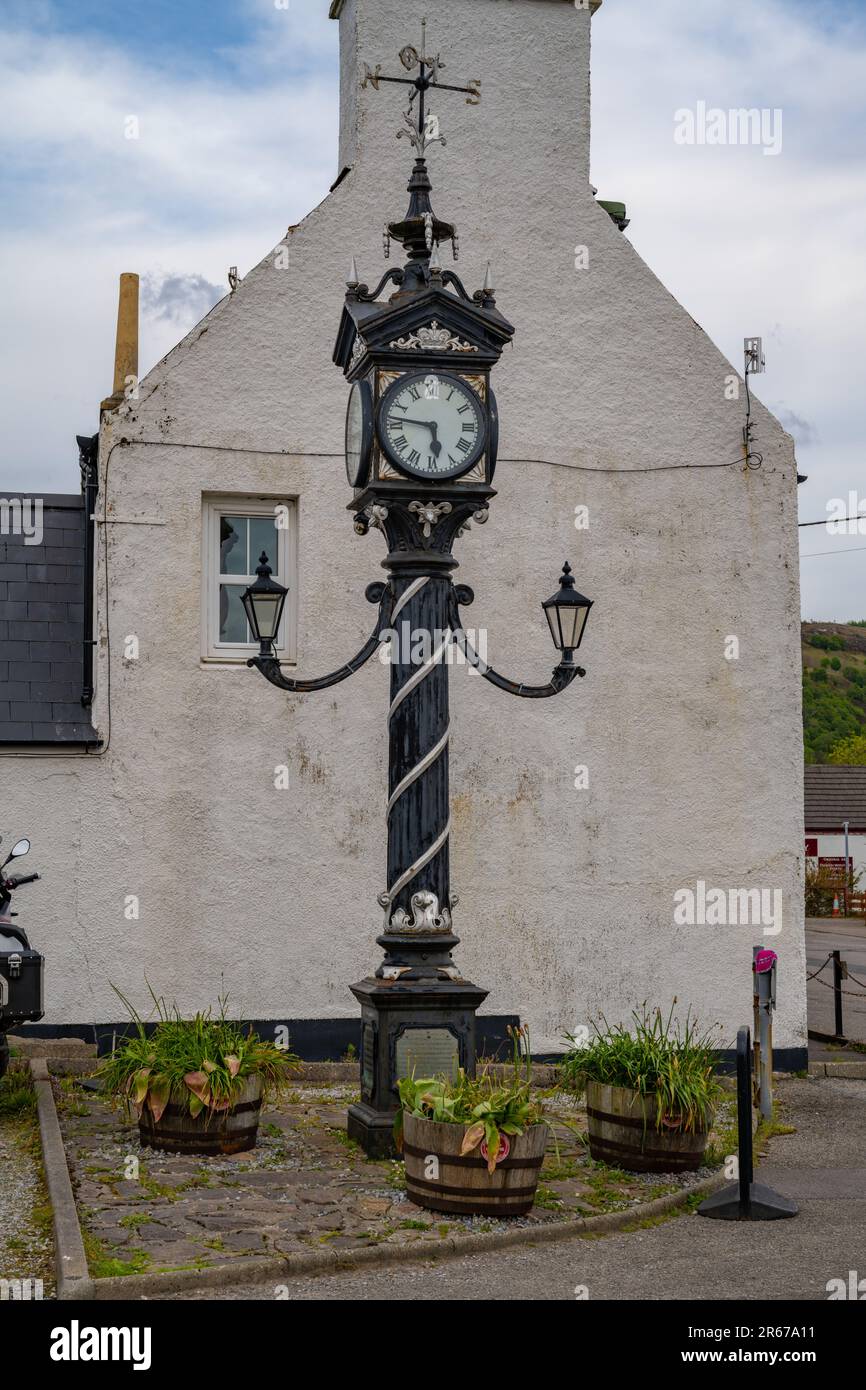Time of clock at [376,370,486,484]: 5:46
